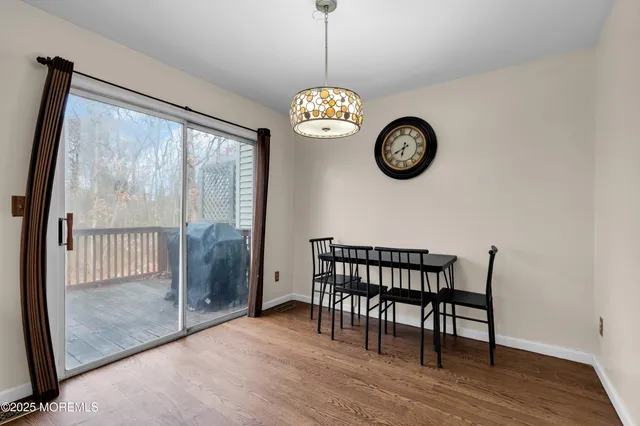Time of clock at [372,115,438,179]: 6:41
